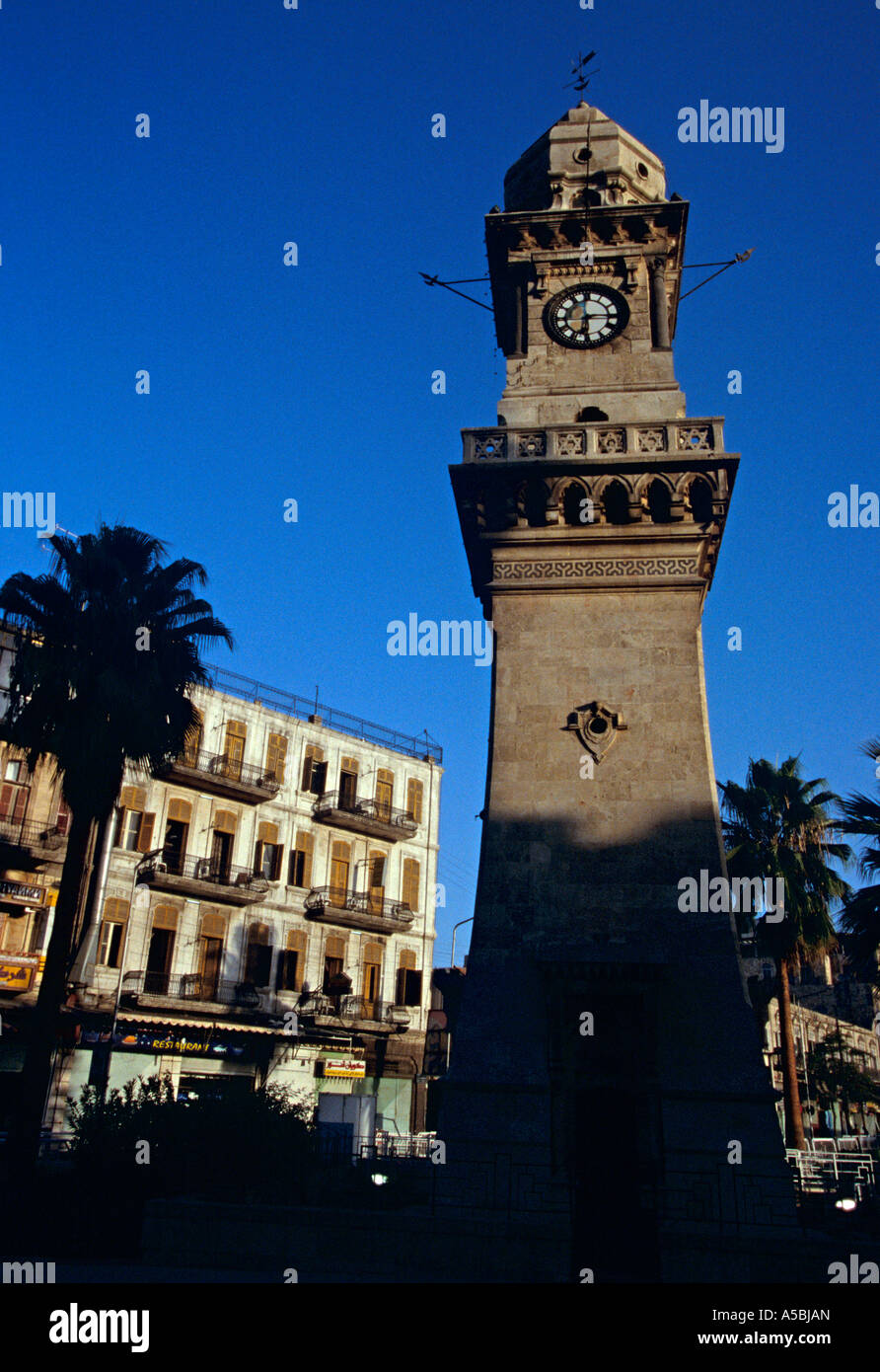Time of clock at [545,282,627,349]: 6:14
